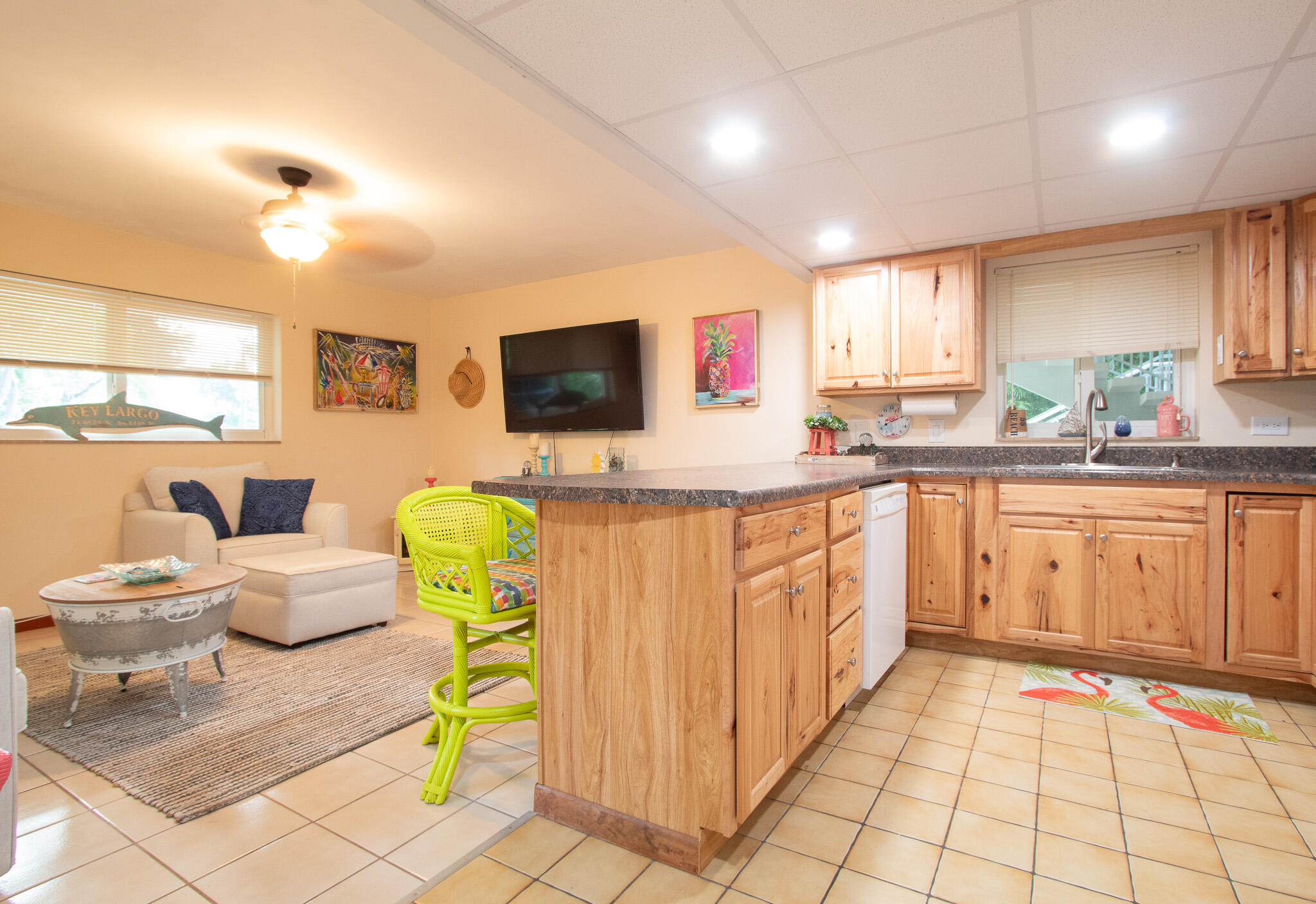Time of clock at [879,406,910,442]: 8:12
